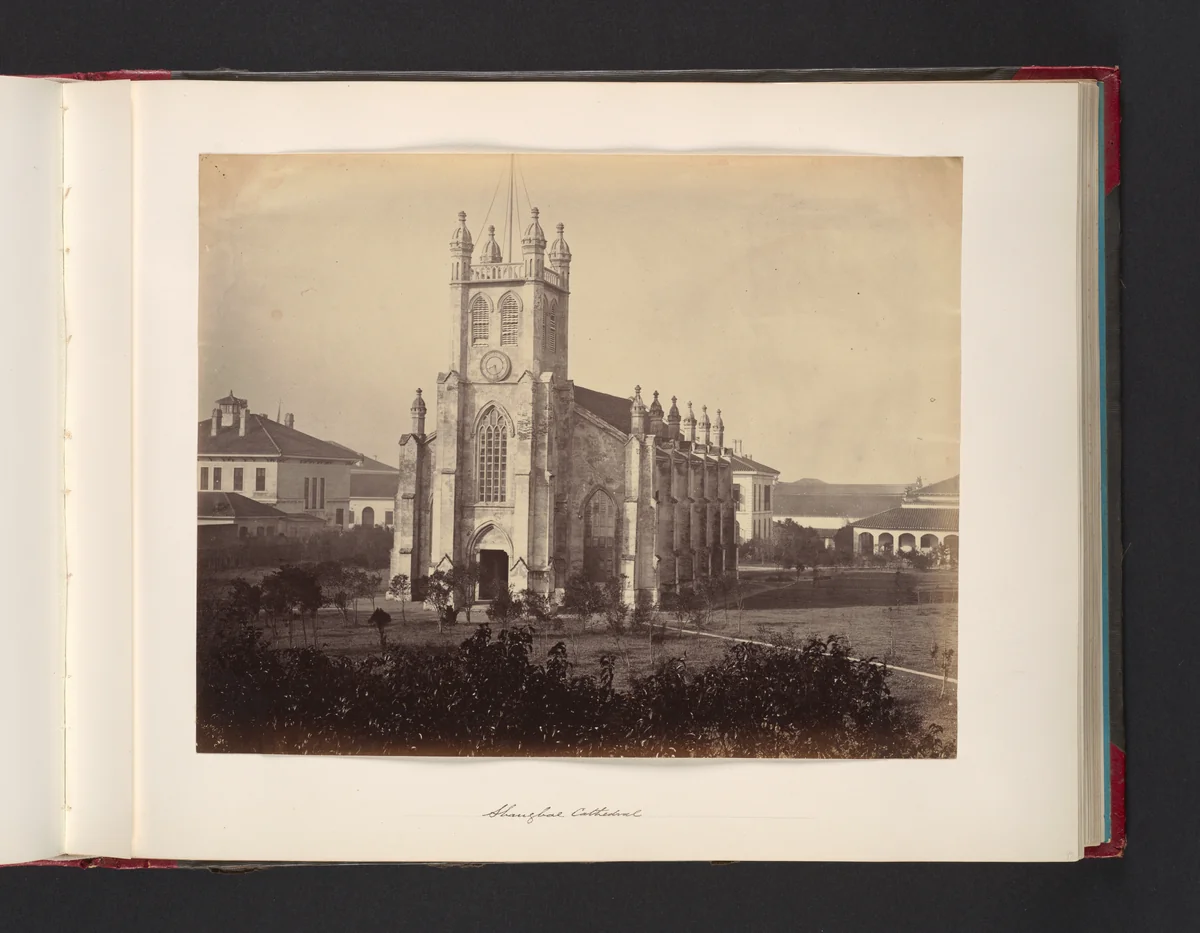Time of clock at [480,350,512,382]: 8:27
